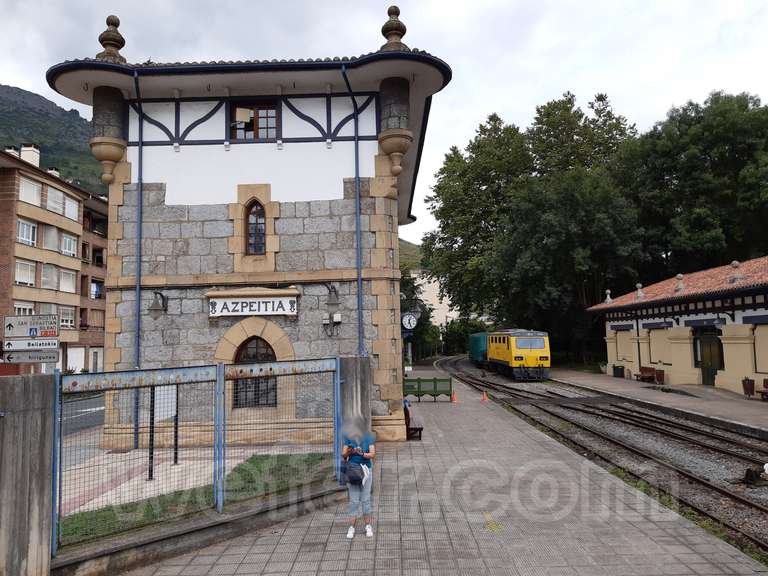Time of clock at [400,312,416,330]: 12:26
